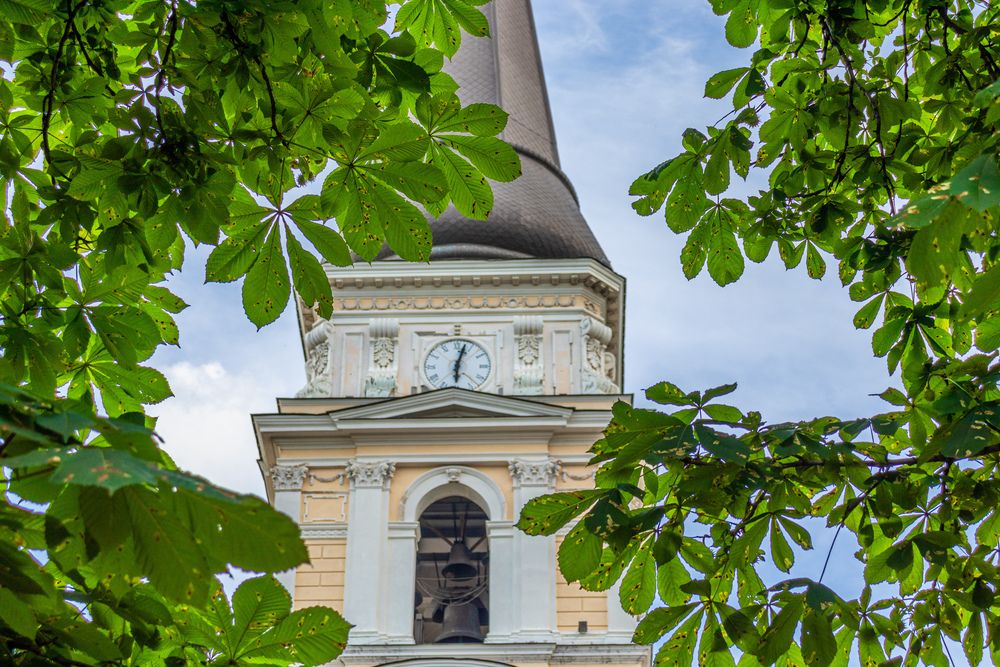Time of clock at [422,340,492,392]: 6:02
